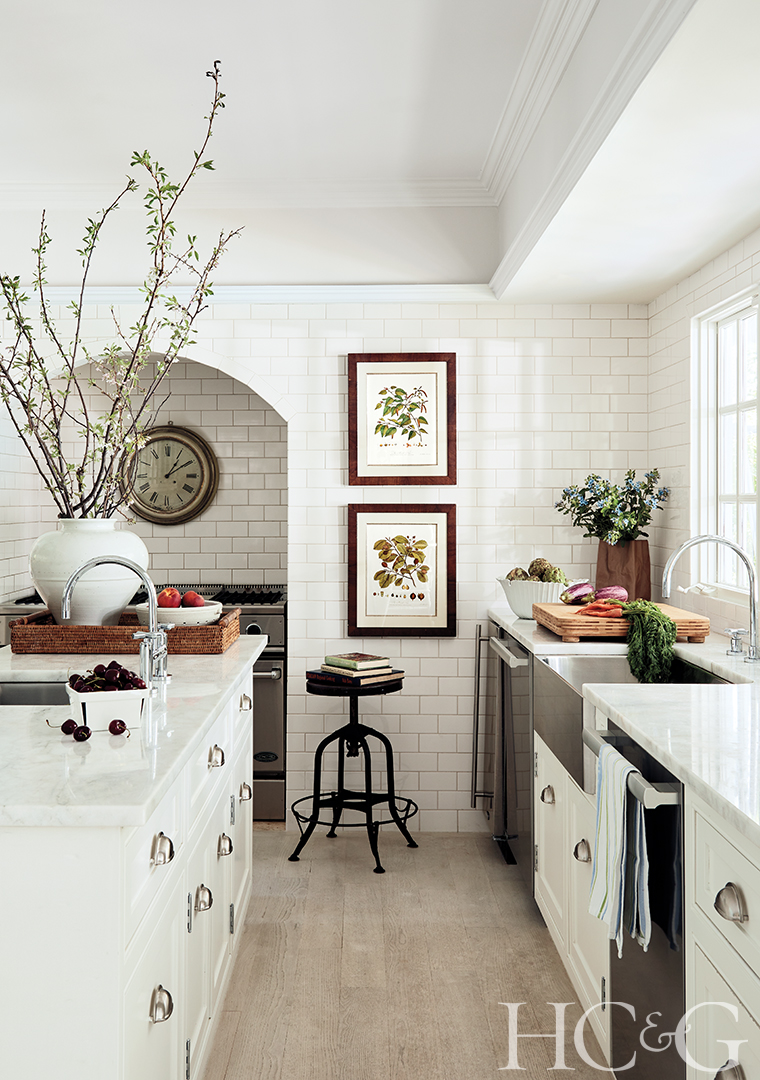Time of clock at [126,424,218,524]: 1:09
